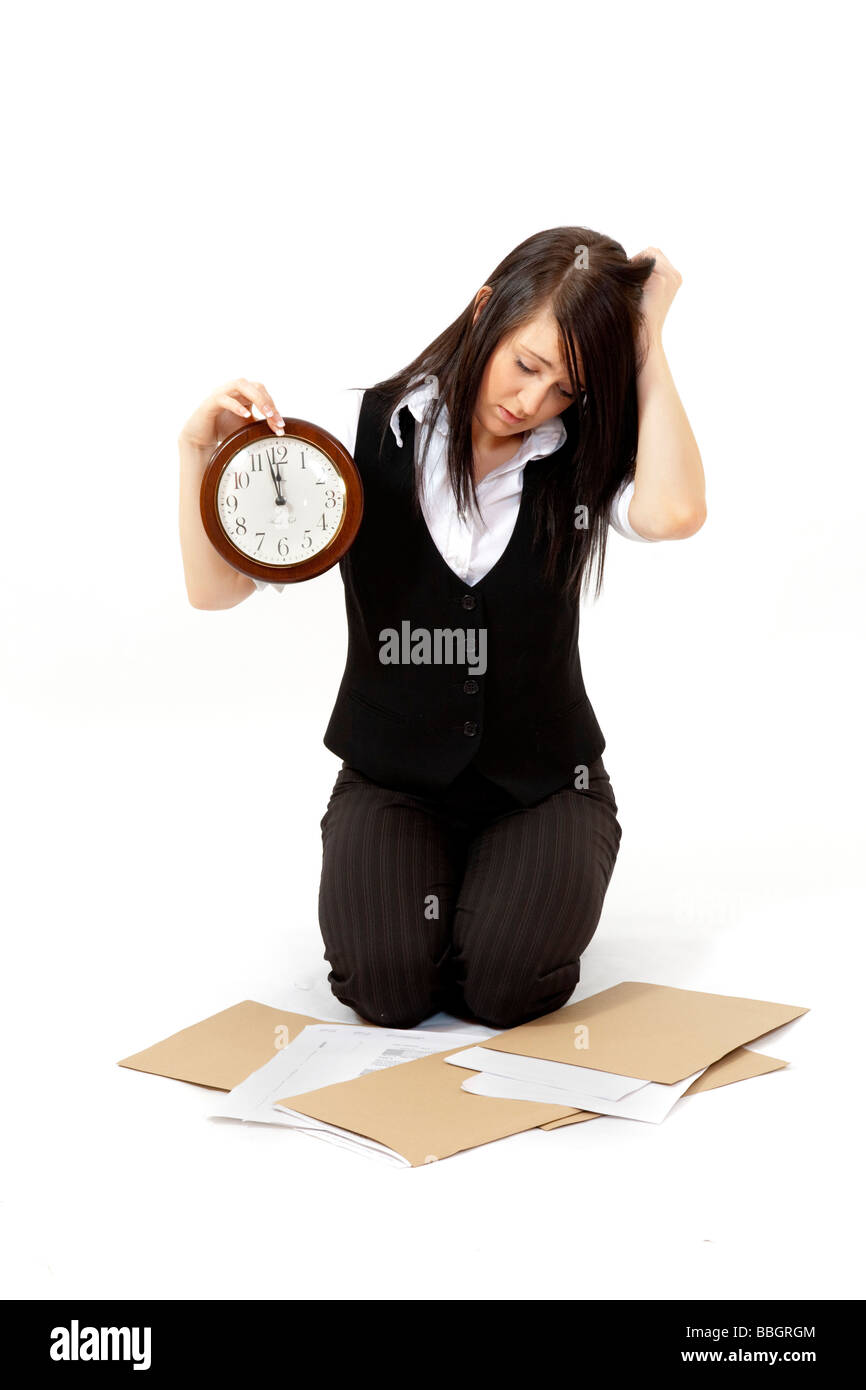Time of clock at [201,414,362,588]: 11:57
